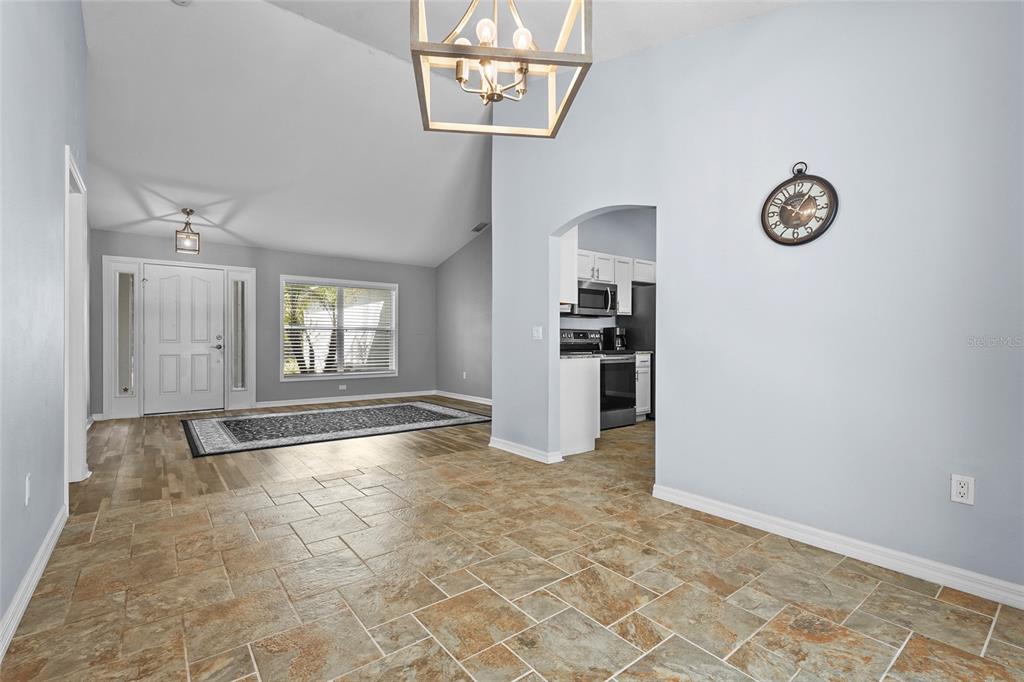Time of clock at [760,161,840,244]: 10:05
